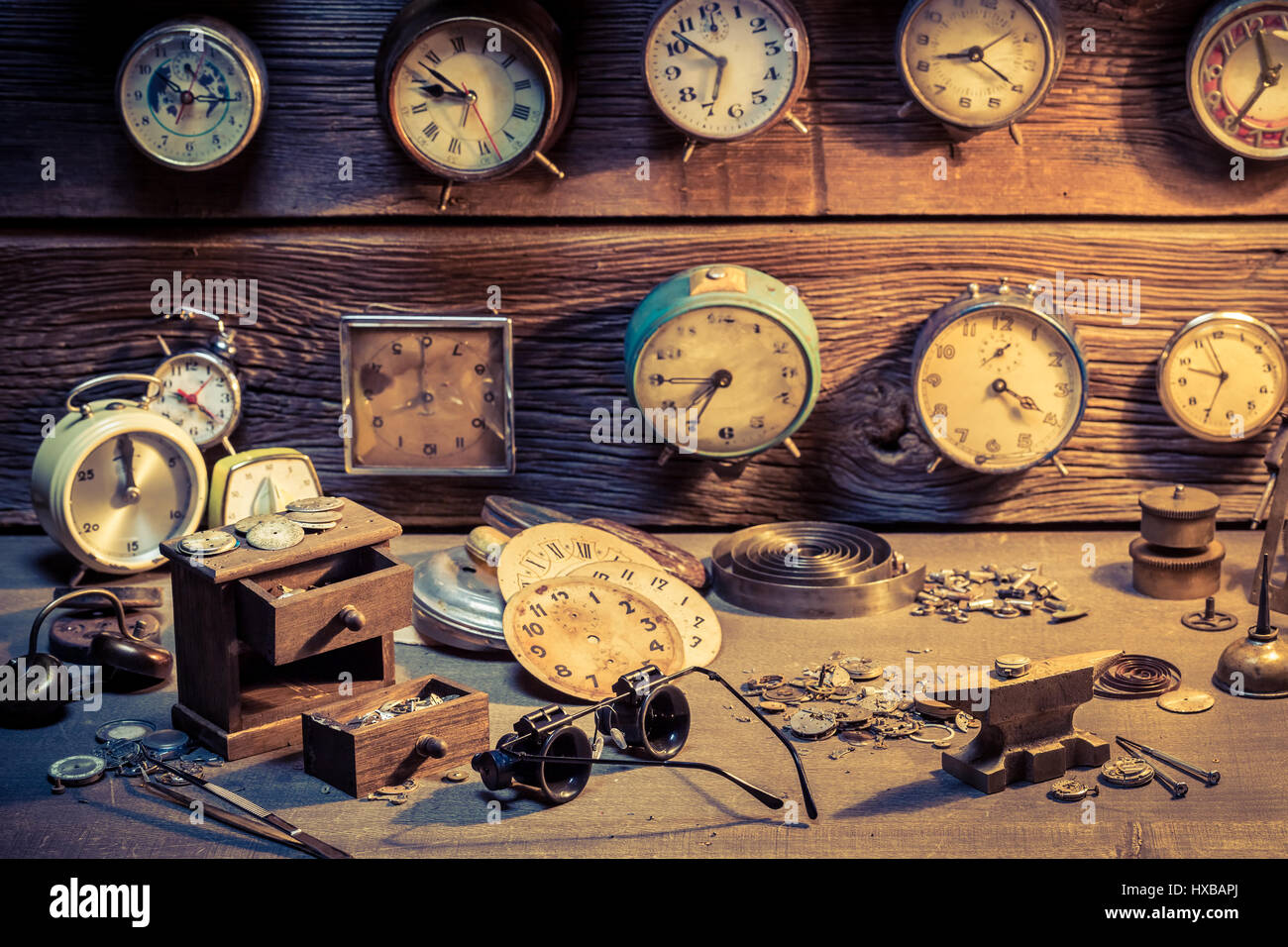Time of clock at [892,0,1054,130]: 8:07
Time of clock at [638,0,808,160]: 6:52
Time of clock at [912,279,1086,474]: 4:20
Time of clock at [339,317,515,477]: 7:59
